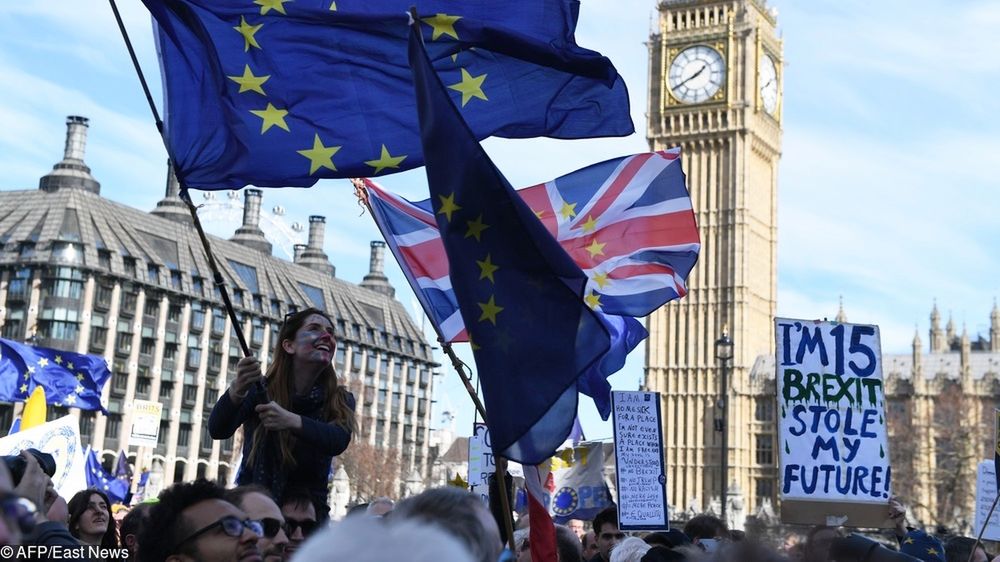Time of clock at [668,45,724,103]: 1:40
